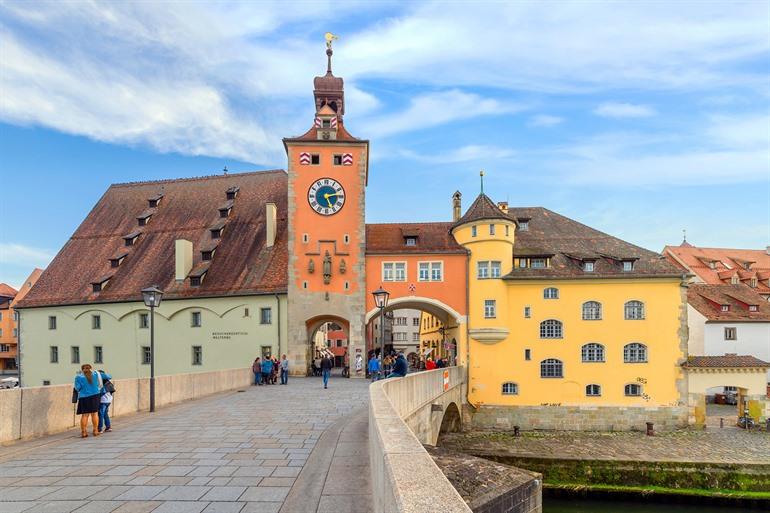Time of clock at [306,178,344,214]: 5:13
